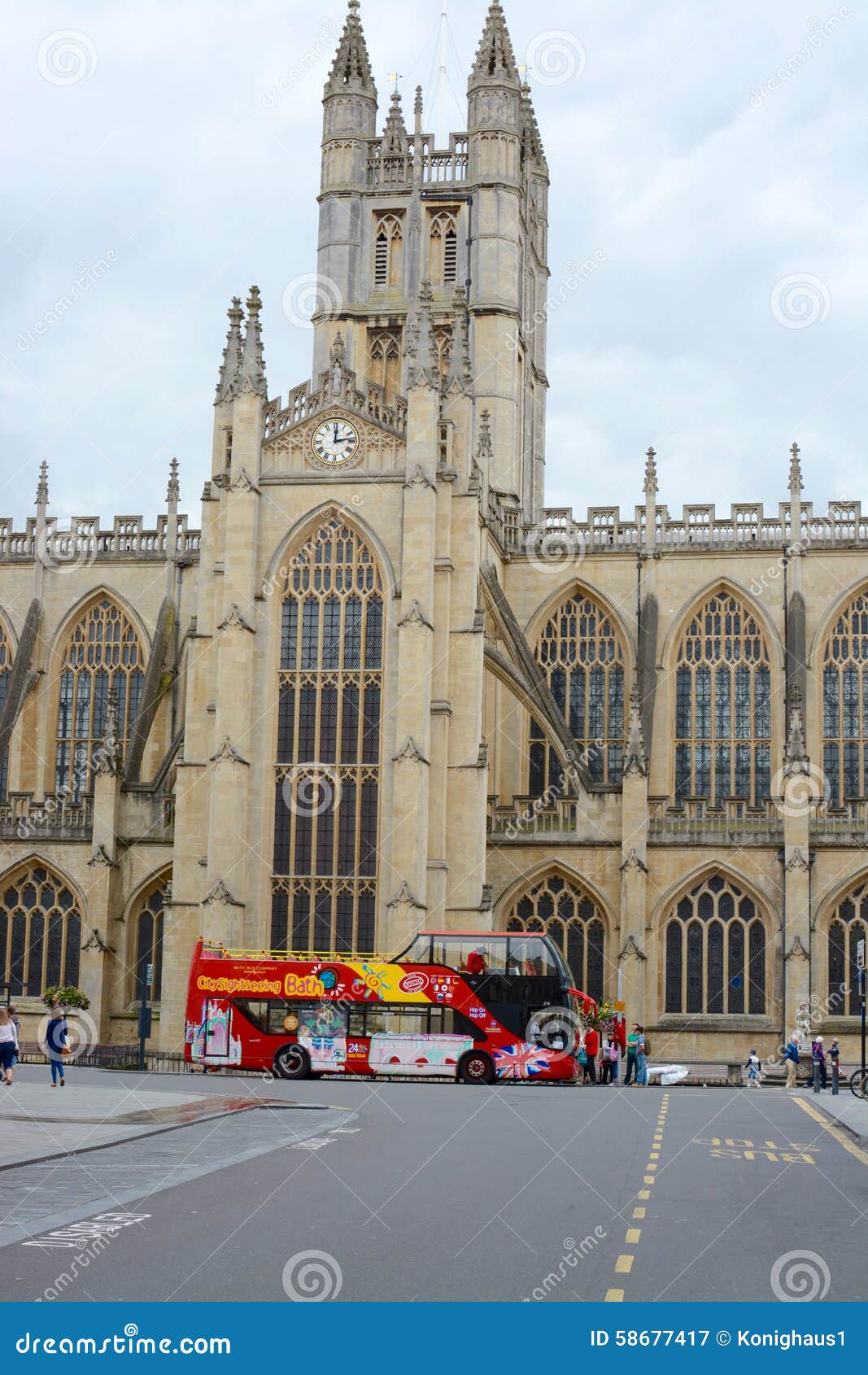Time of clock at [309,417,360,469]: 12:13
